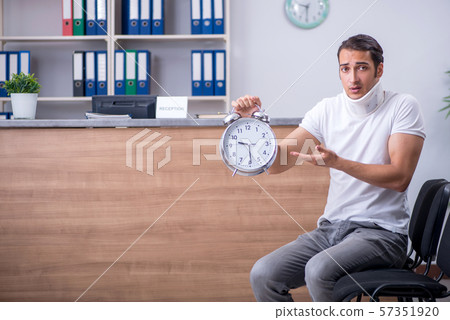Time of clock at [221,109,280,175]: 9:29
